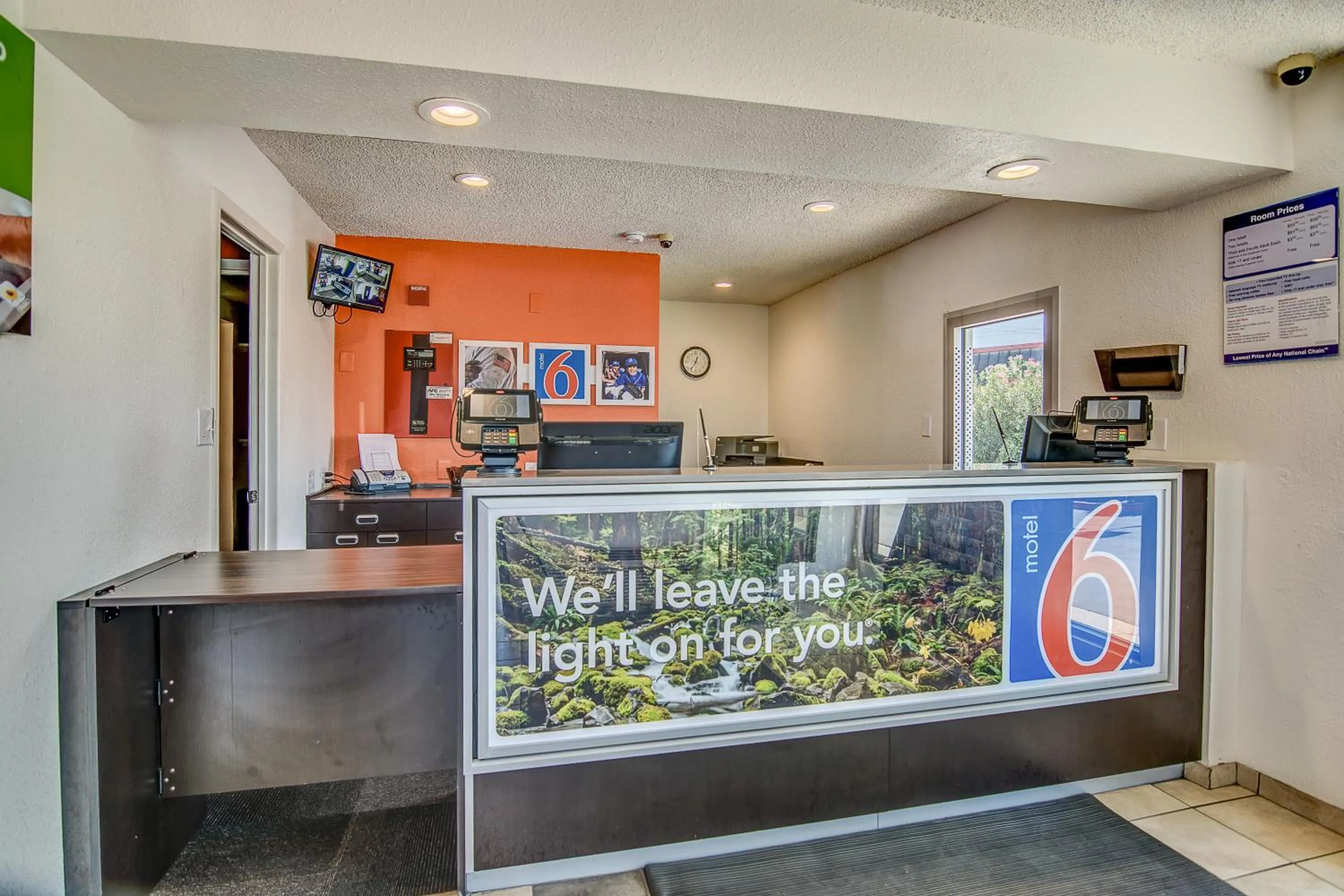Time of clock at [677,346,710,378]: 12:36
